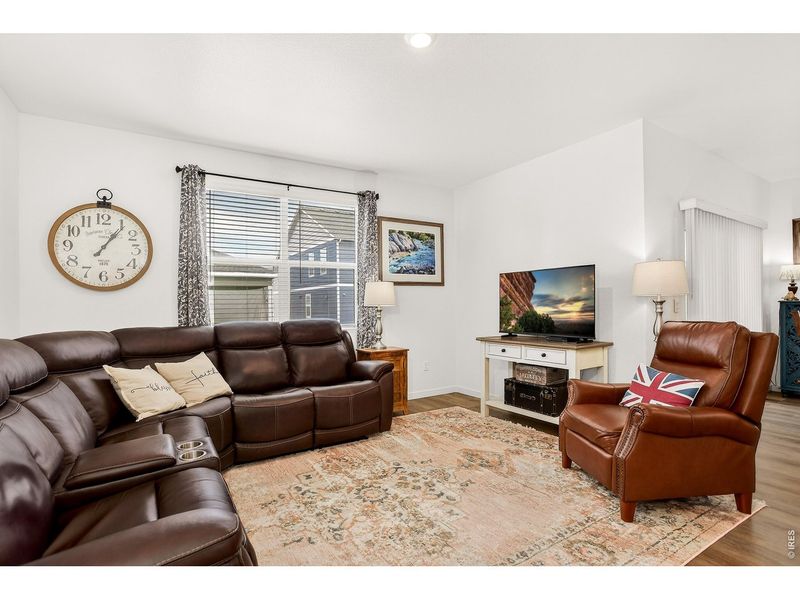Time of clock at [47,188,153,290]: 1:06
